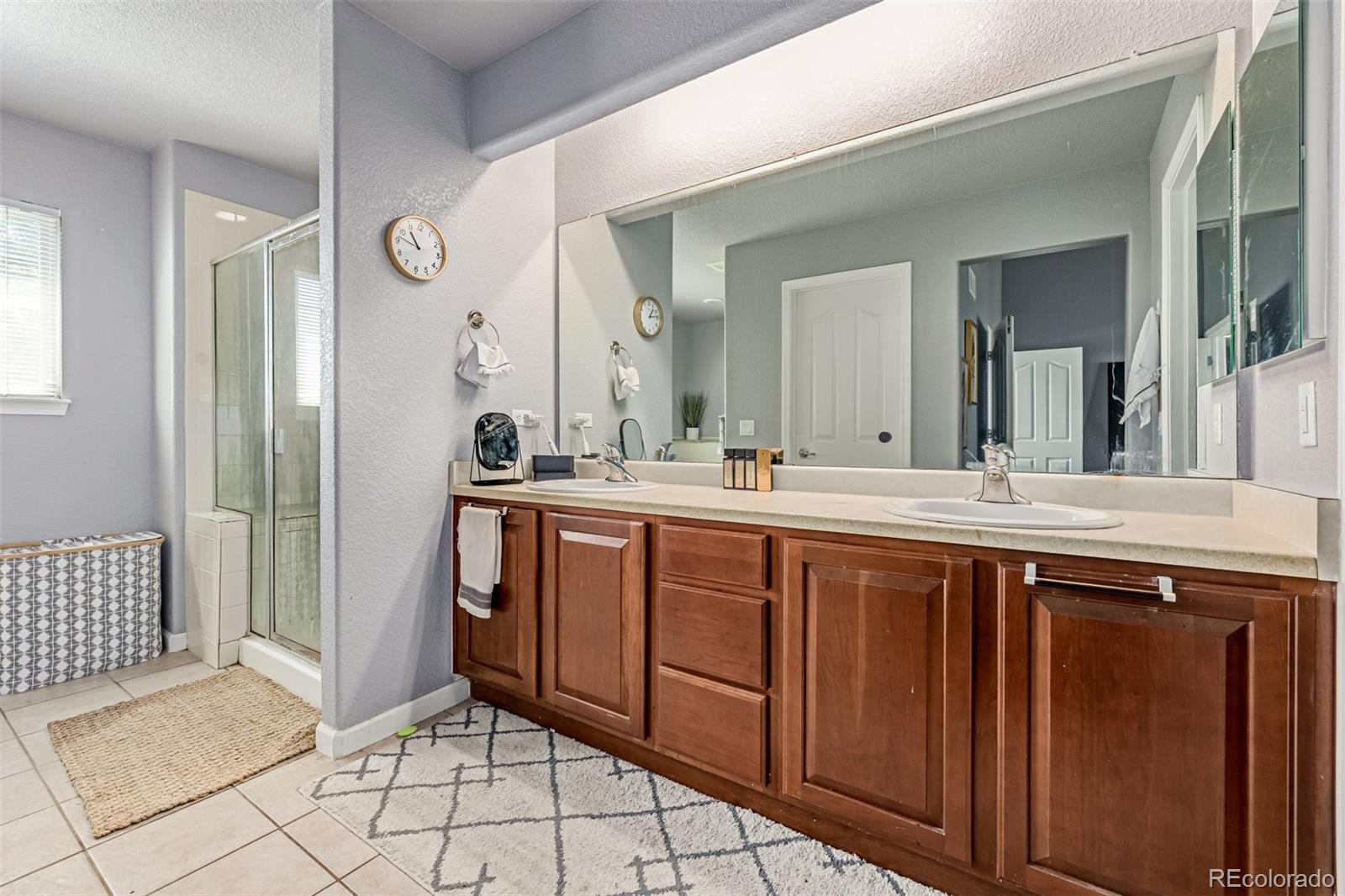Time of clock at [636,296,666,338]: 1:13
